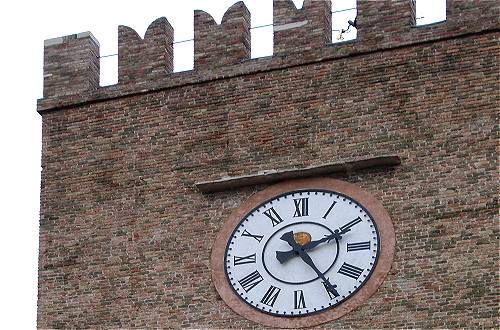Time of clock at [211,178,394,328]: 2:24
